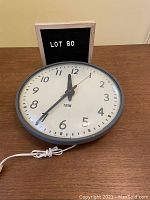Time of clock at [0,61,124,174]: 11:35
